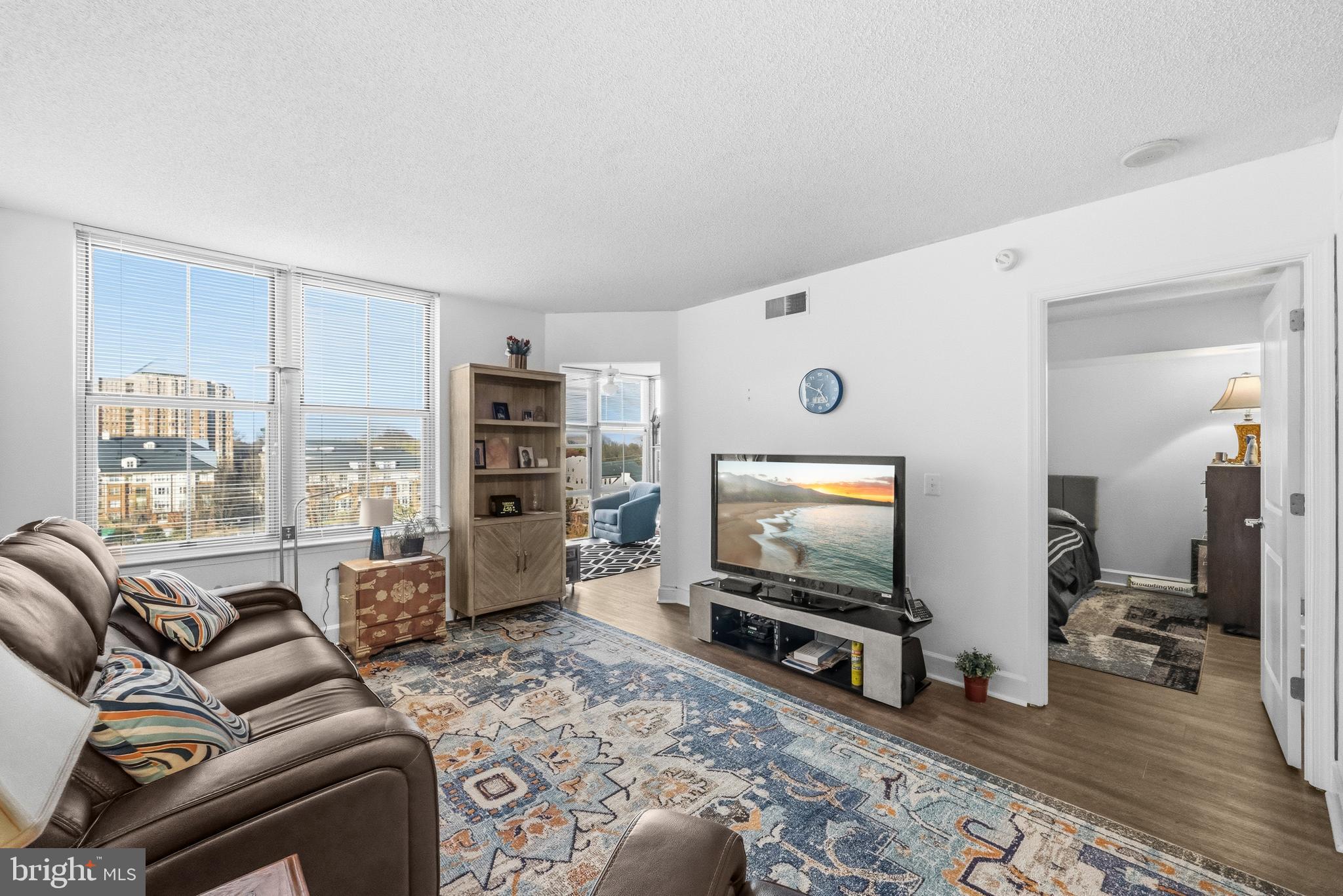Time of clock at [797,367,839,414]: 4:49
